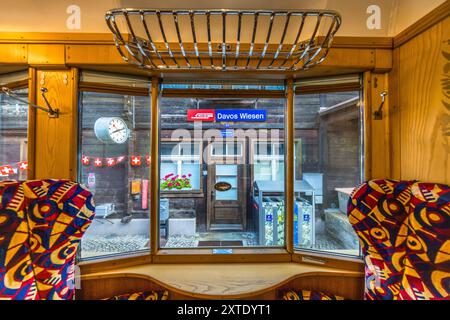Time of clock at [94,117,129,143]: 8:11
